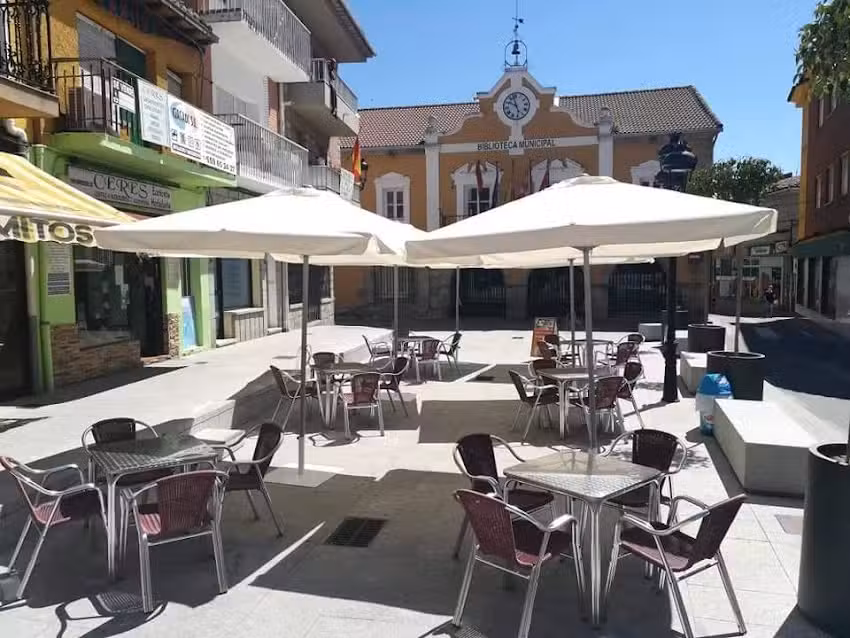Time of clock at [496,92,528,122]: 9:57
